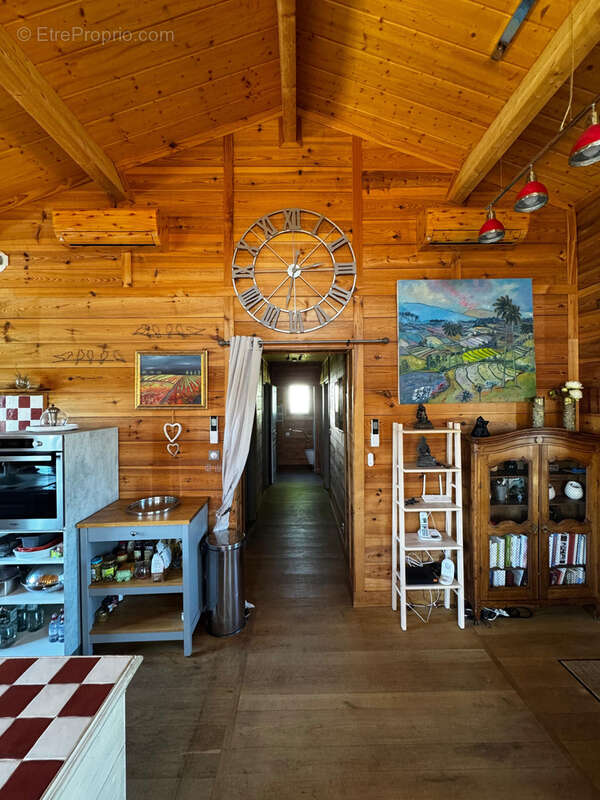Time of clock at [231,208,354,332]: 2:32
